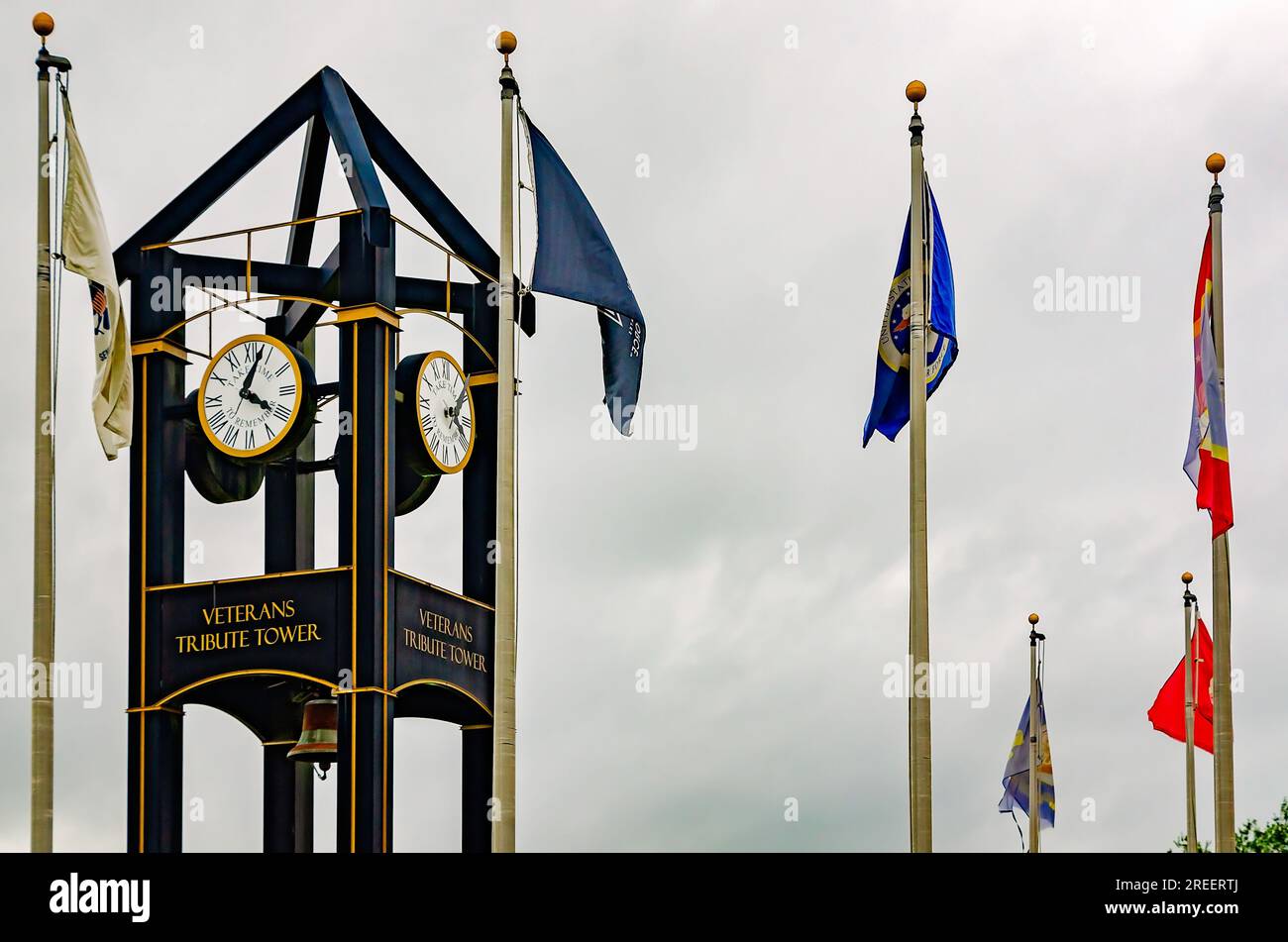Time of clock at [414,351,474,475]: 1:18
